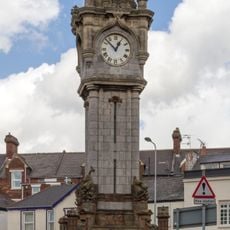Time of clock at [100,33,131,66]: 12:52
